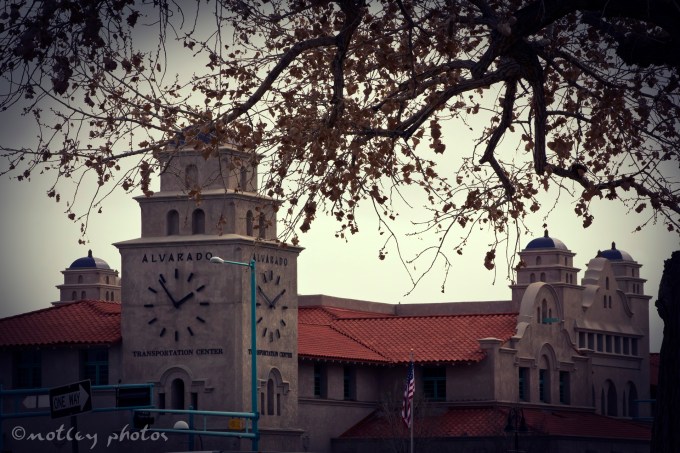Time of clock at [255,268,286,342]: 1:50
